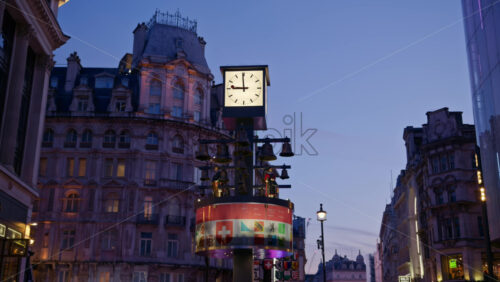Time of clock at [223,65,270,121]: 8:59
